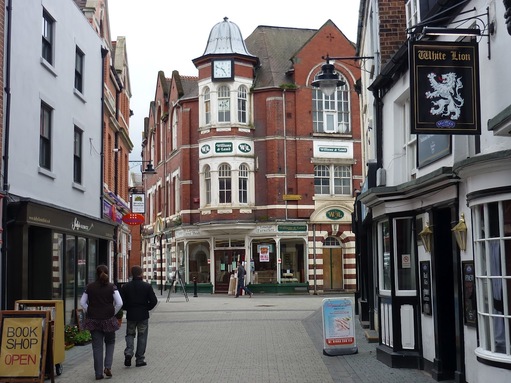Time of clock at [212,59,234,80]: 4:48
